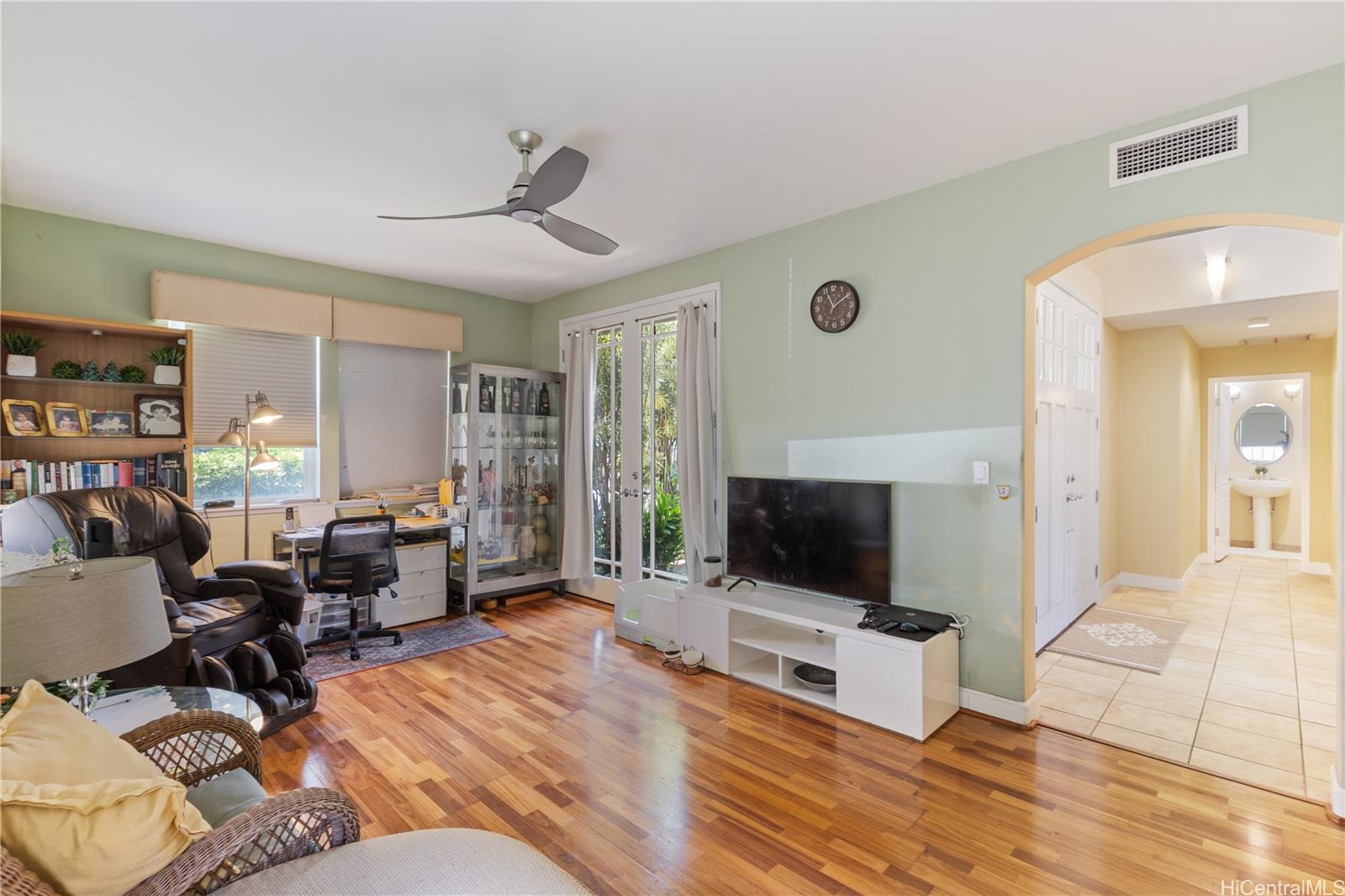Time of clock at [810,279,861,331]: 11:09
